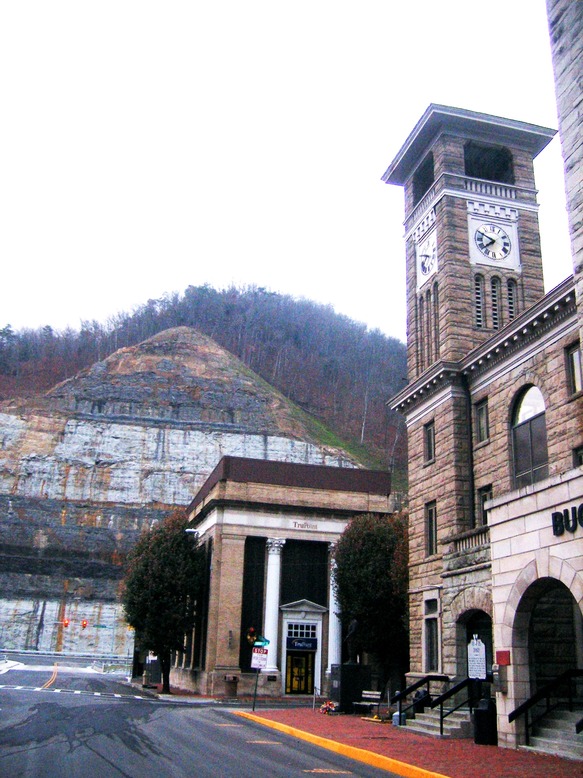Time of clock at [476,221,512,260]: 7:49
